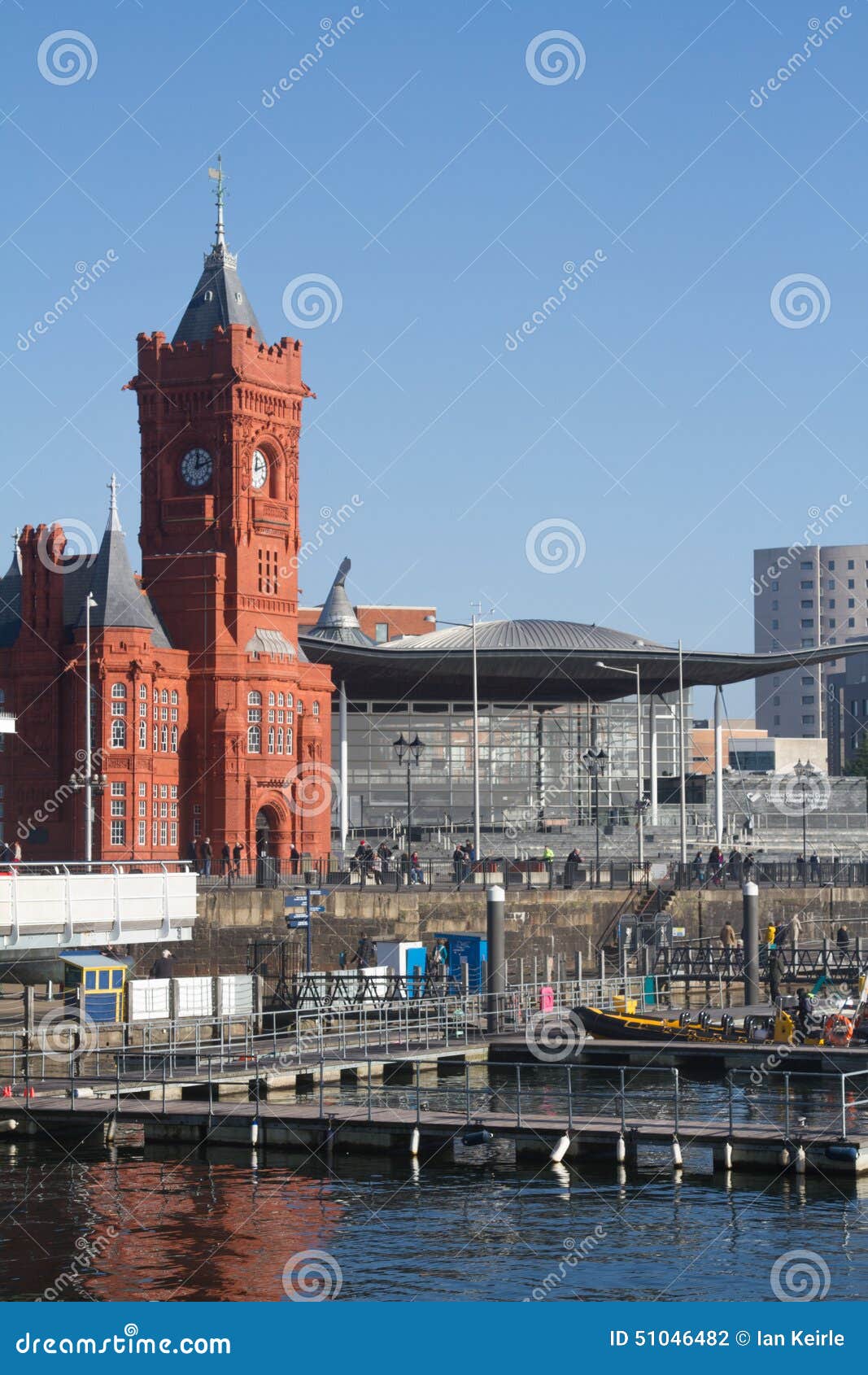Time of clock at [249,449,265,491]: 12:12
